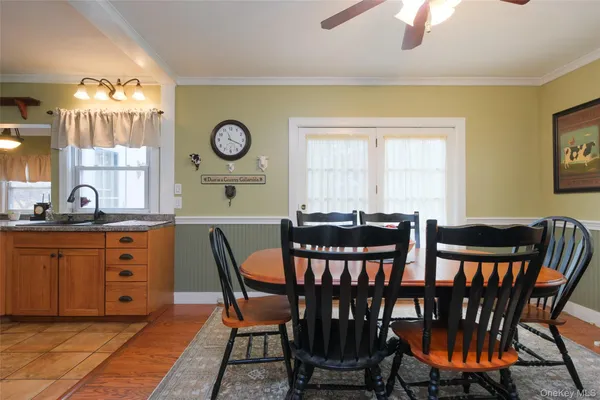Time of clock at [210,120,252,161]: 11:19
